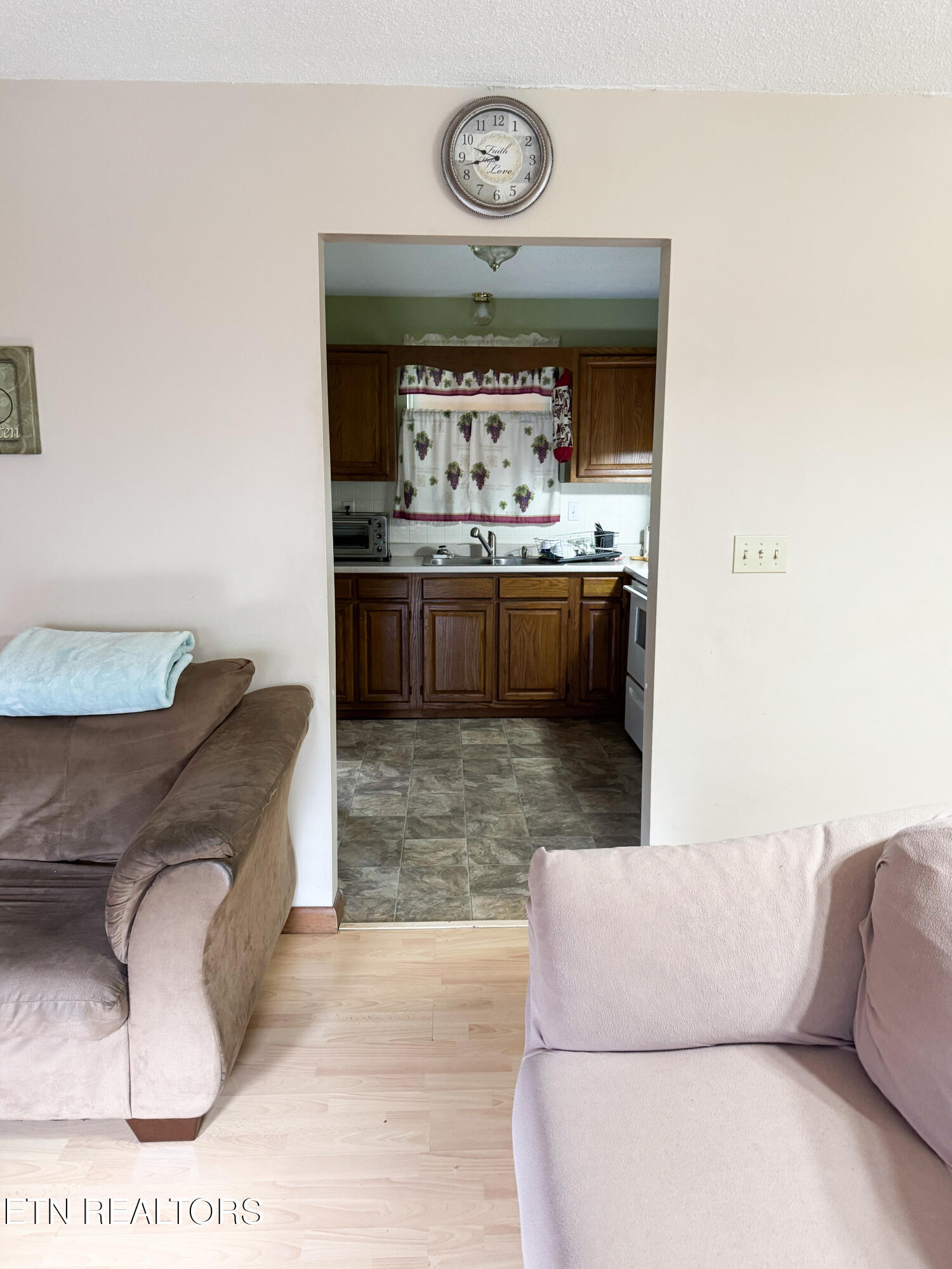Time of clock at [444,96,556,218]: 9:42
